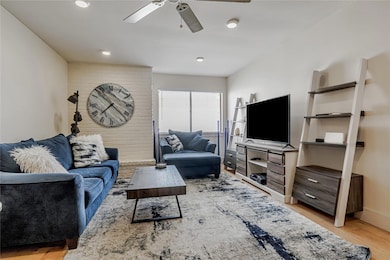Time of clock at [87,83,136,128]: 7:22
